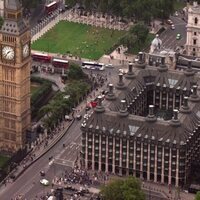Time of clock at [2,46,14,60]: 1:36
